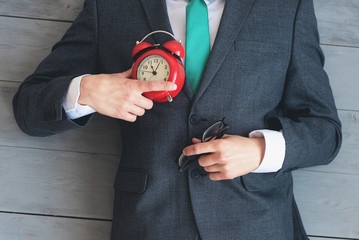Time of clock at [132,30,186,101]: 11:04
